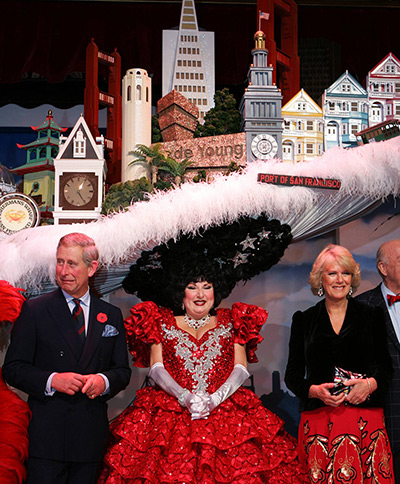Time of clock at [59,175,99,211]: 12:24
